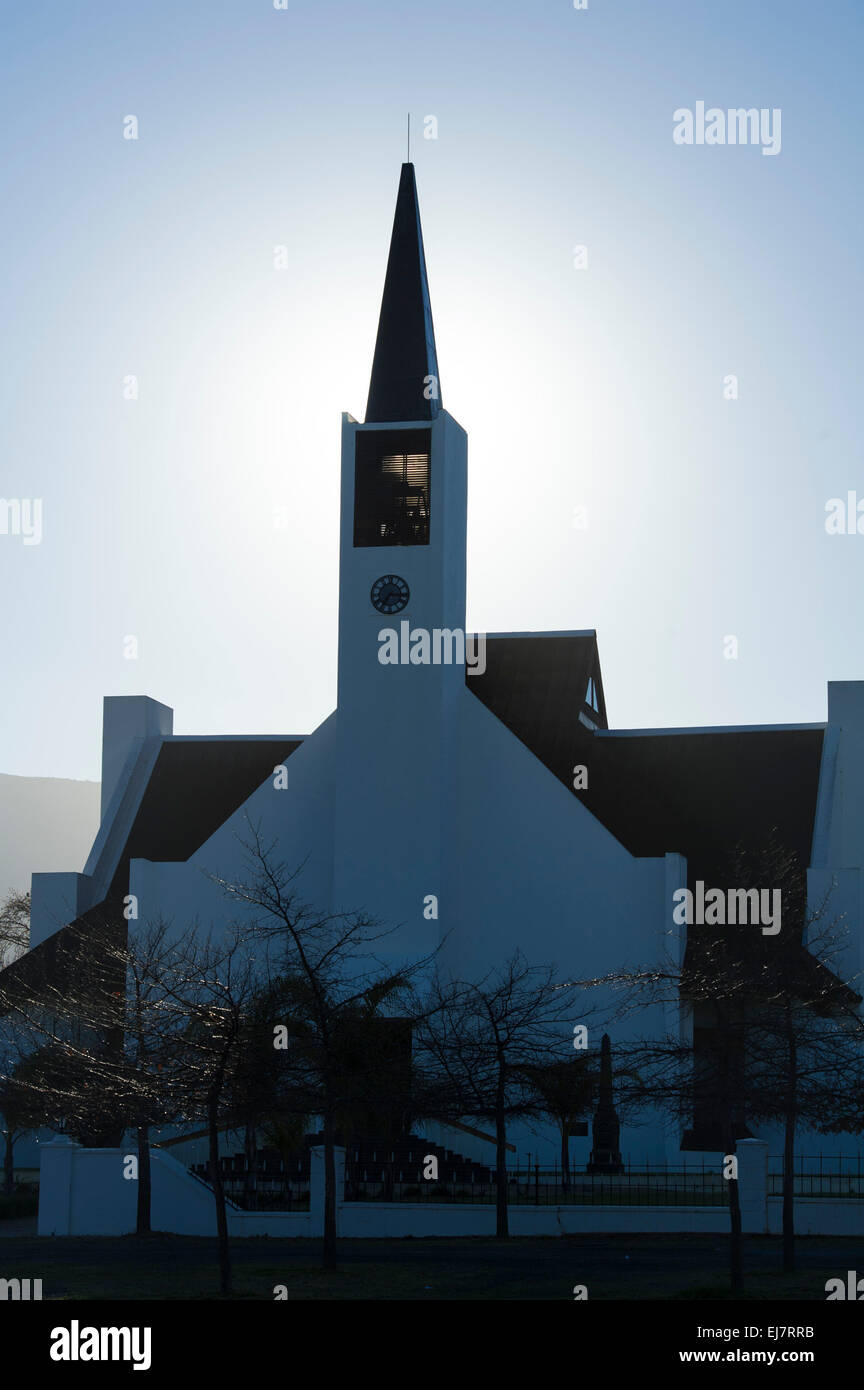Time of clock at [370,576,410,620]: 7:15
